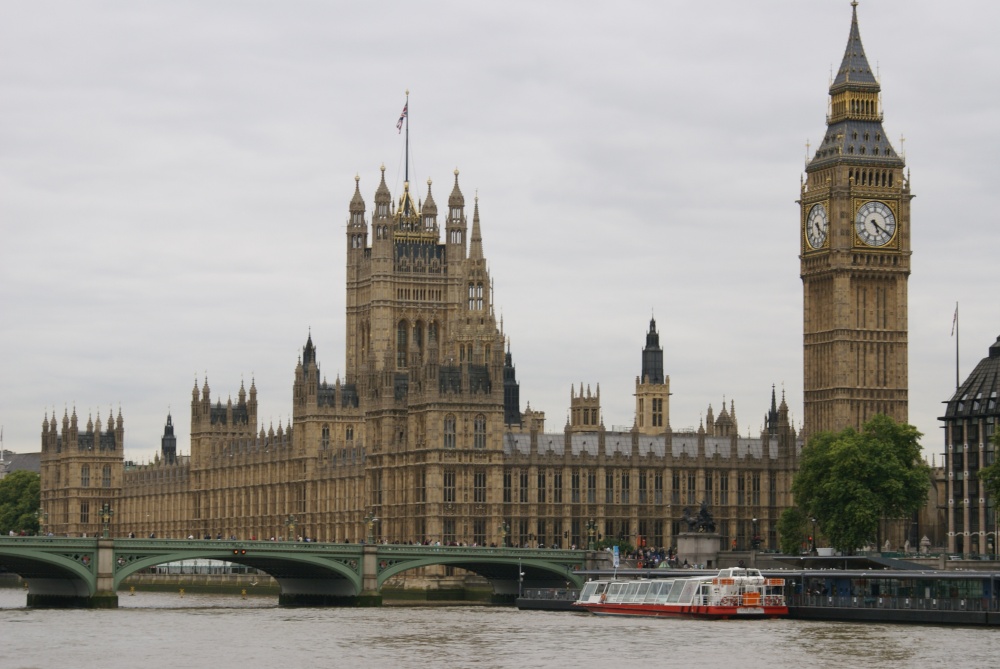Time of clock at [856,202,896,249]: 5:20
